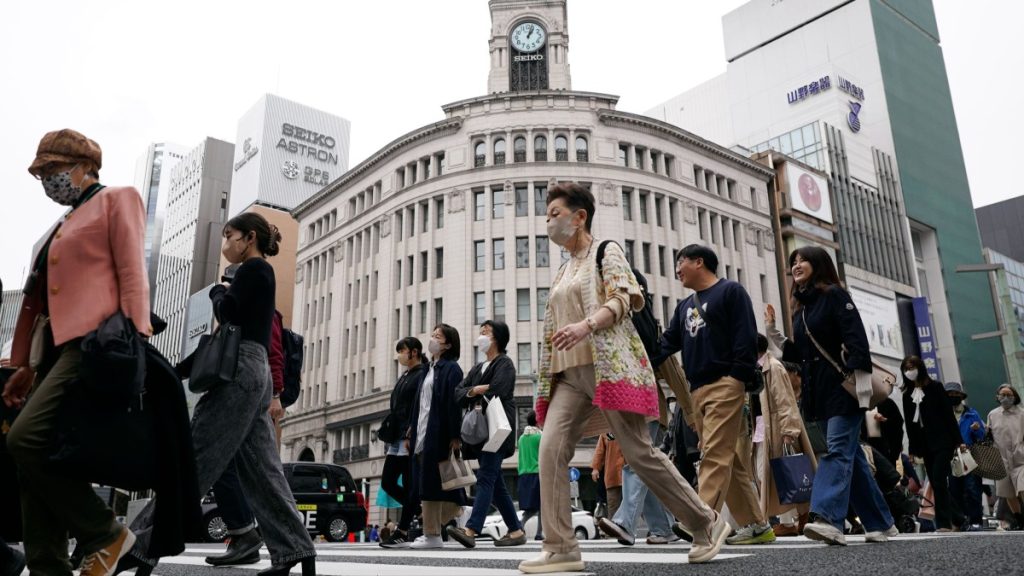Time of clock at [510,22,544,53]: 1:02
